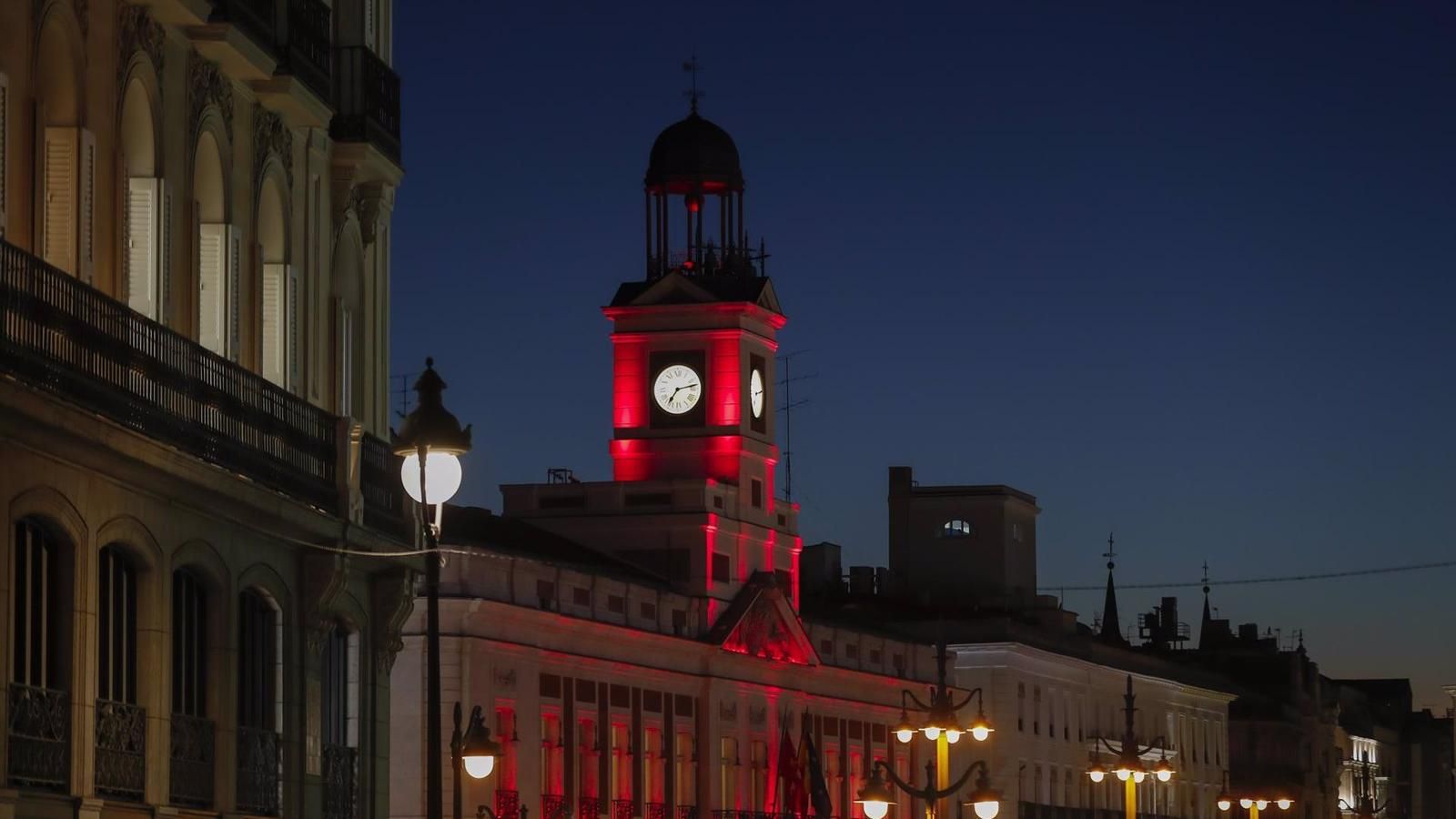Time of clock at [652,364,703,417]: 7:13
